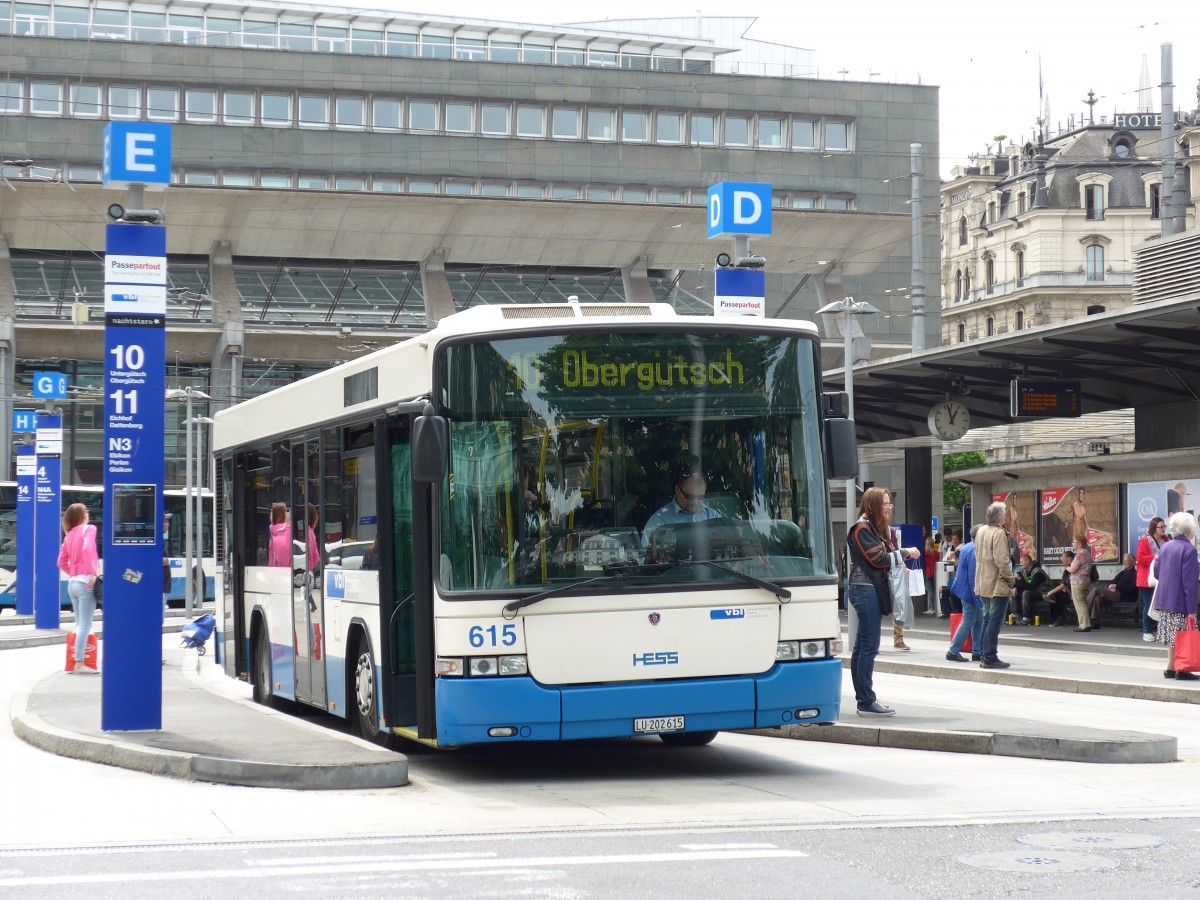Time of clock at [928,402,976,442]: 12:57
